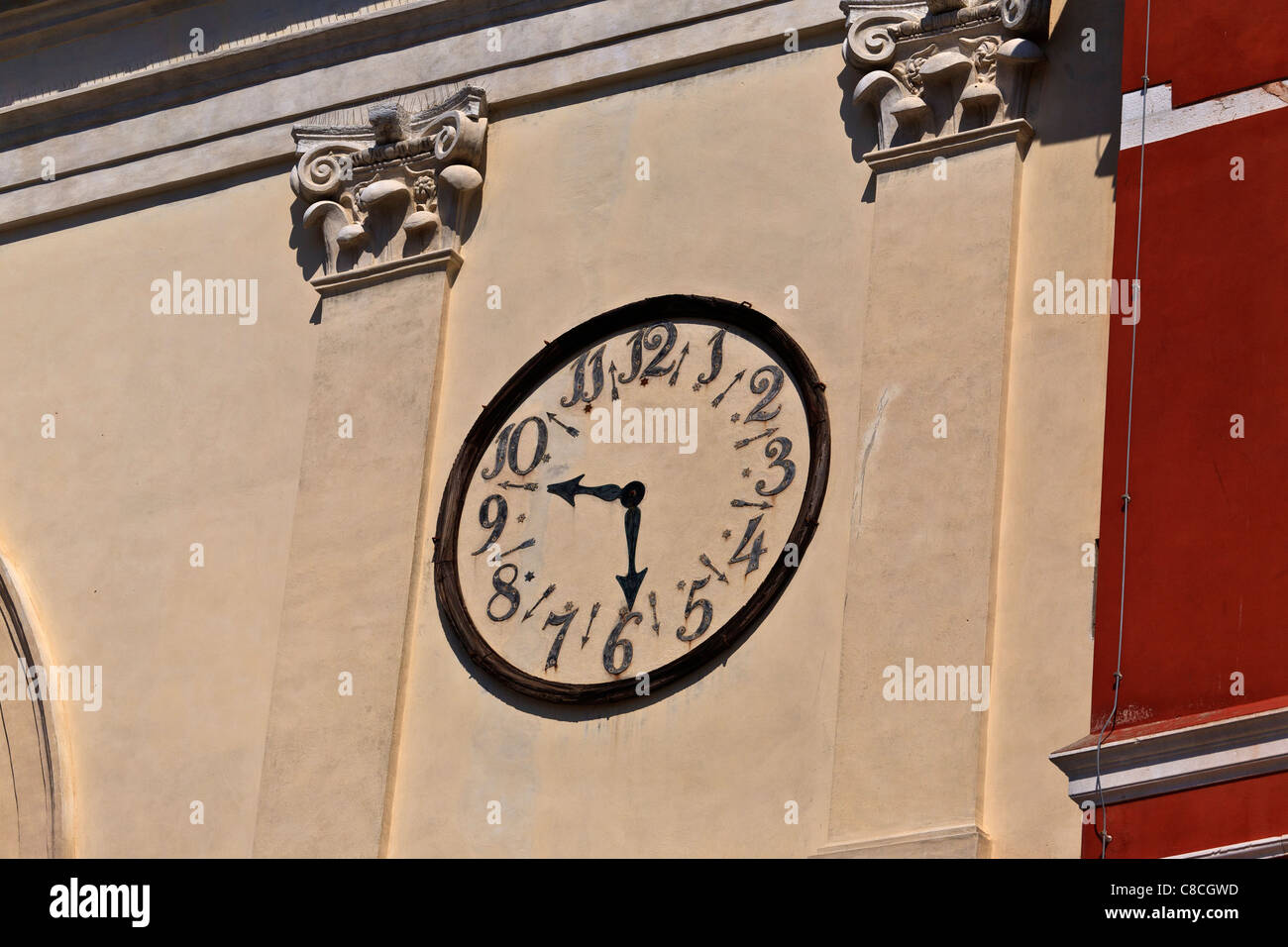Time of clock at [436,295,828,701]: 9:29
